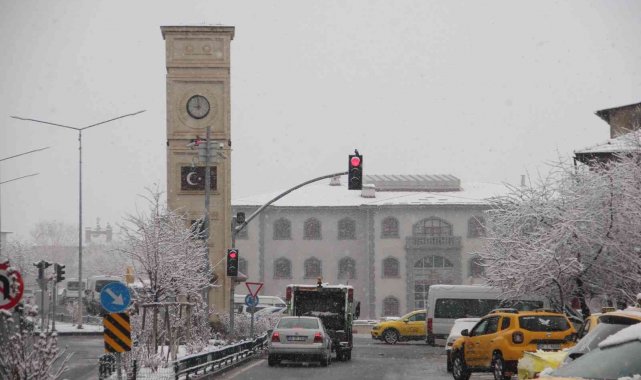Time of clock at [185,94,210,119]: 8:59
